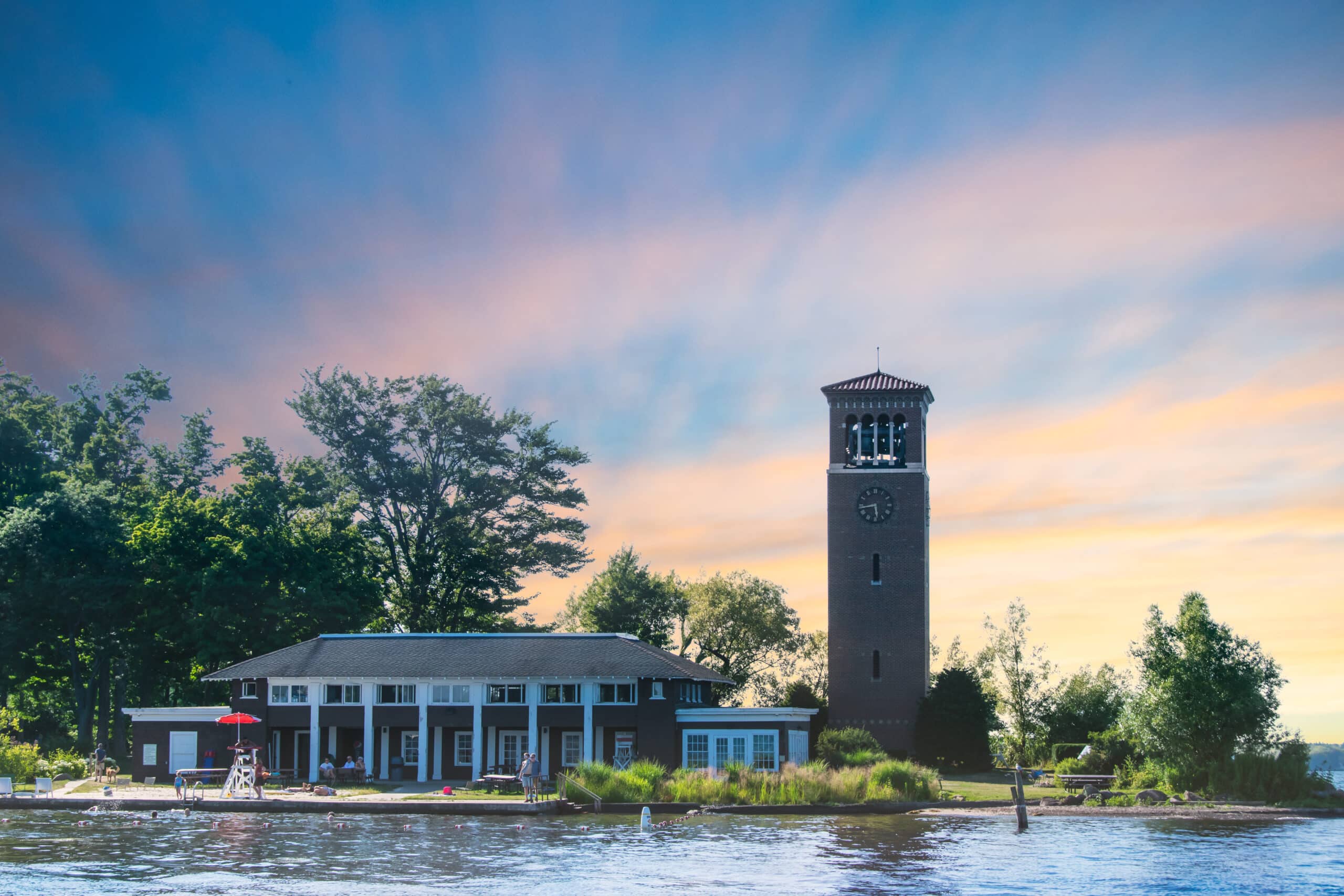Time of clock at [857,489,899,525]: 5:43
